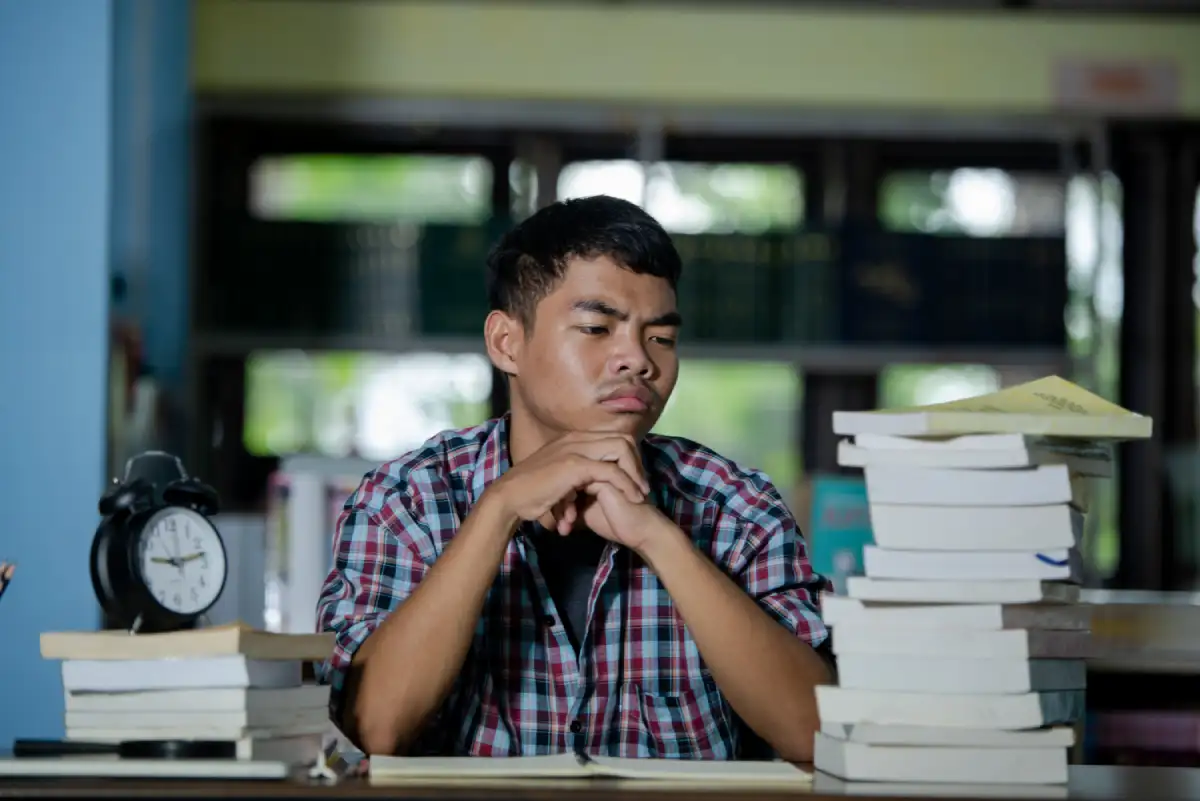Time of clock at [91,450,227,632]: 9:12
